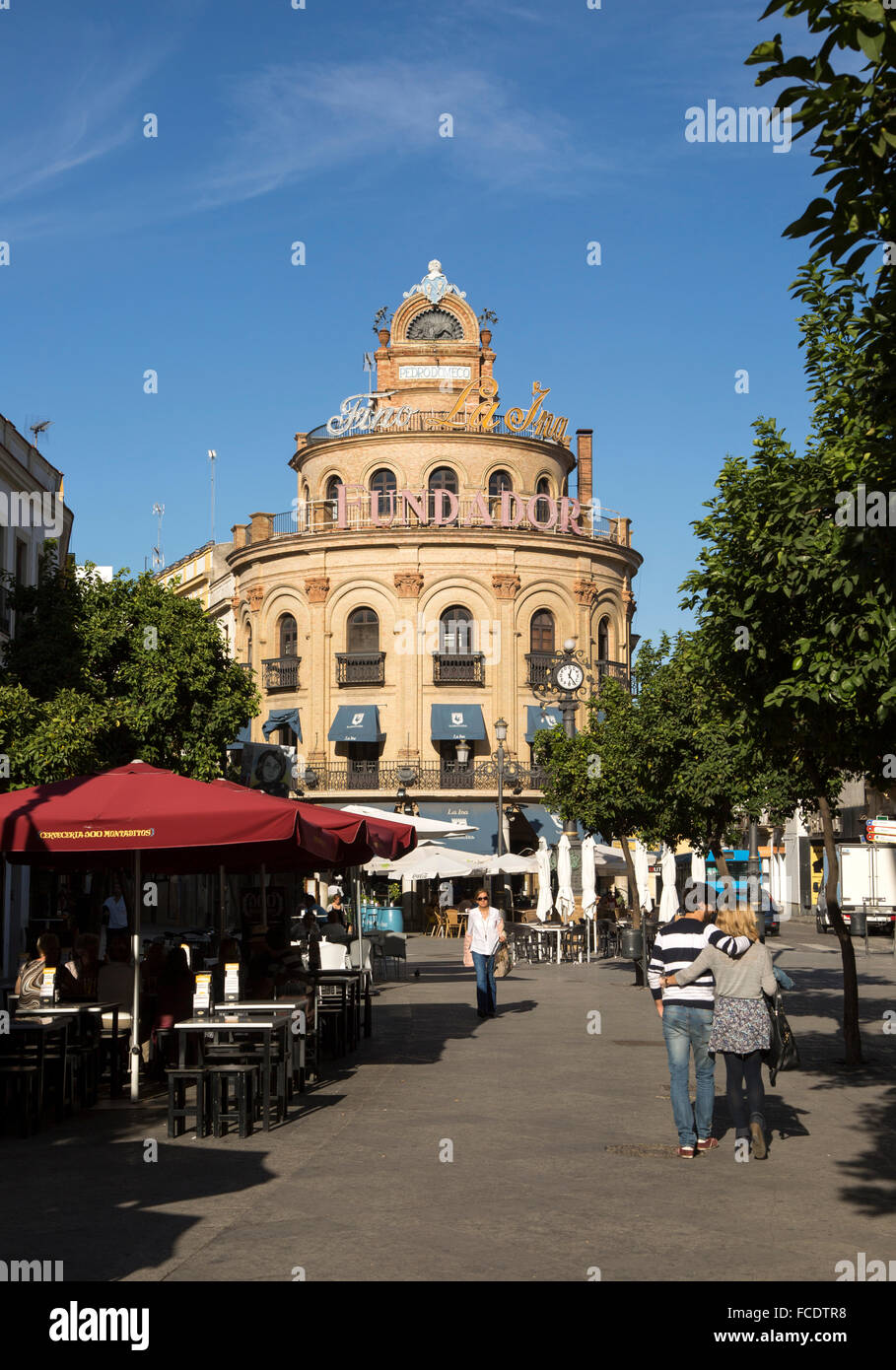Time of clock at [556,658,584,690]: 12:23
